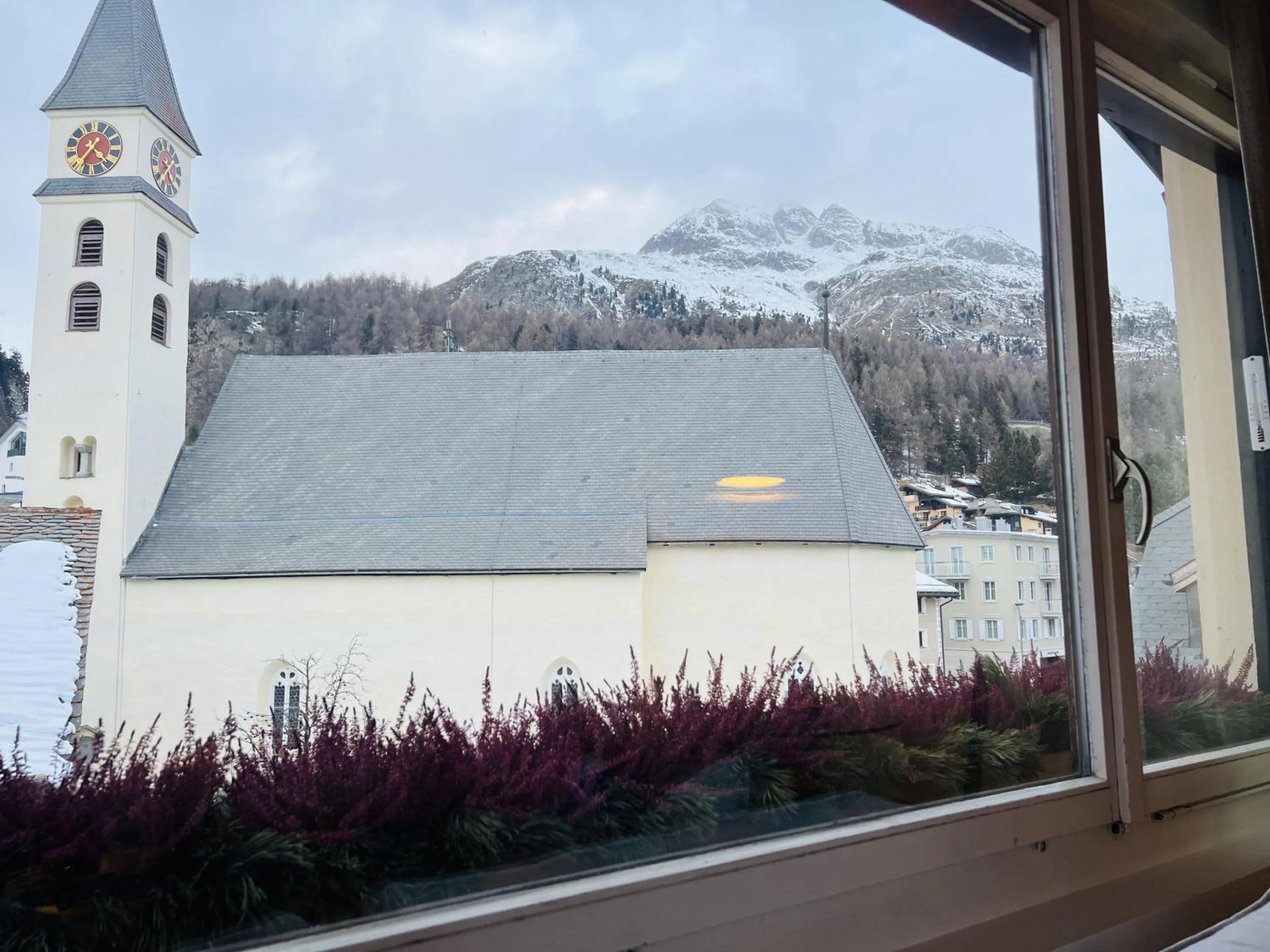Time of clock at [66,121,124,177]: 4:35
